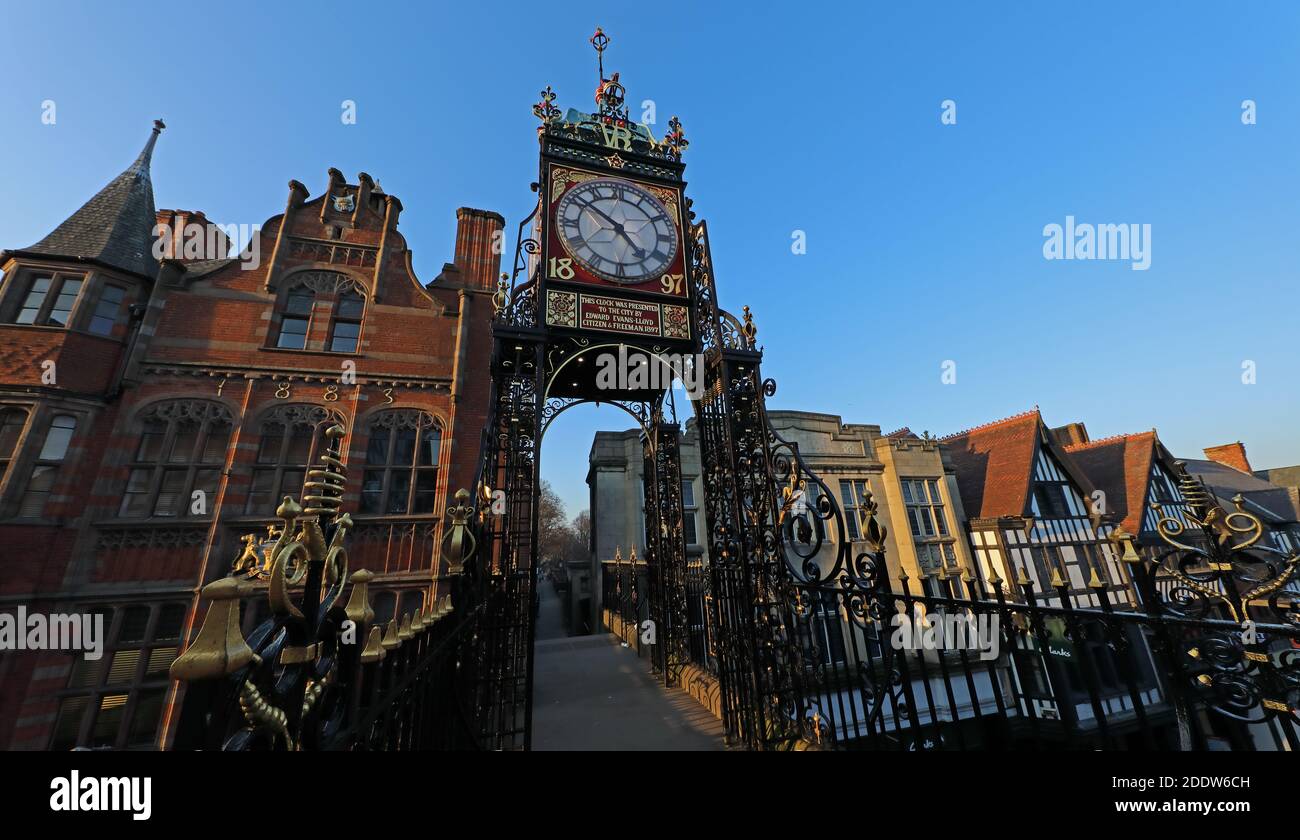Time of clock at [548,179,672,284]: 4:51
